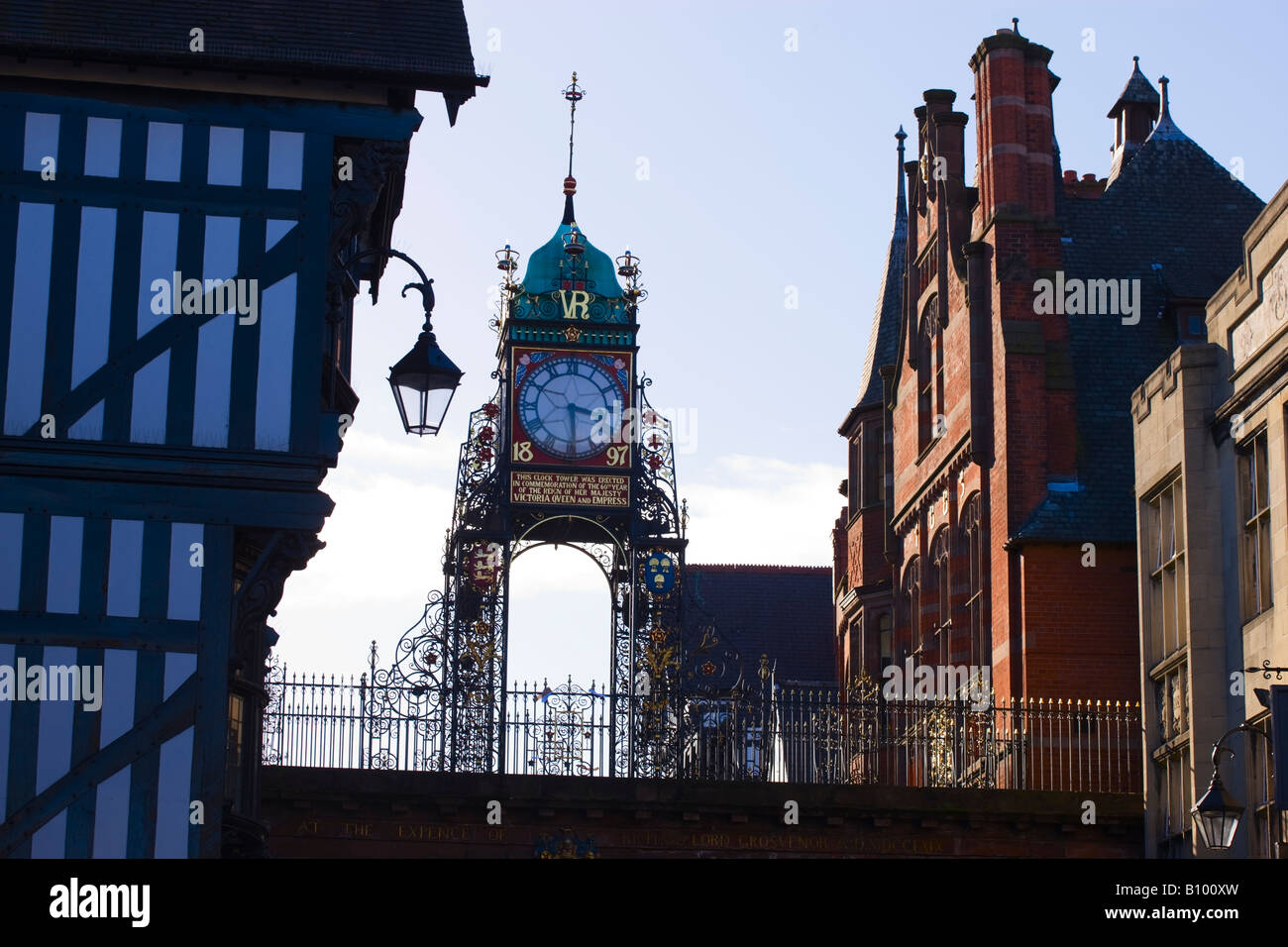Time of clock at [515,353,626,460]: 3:29
